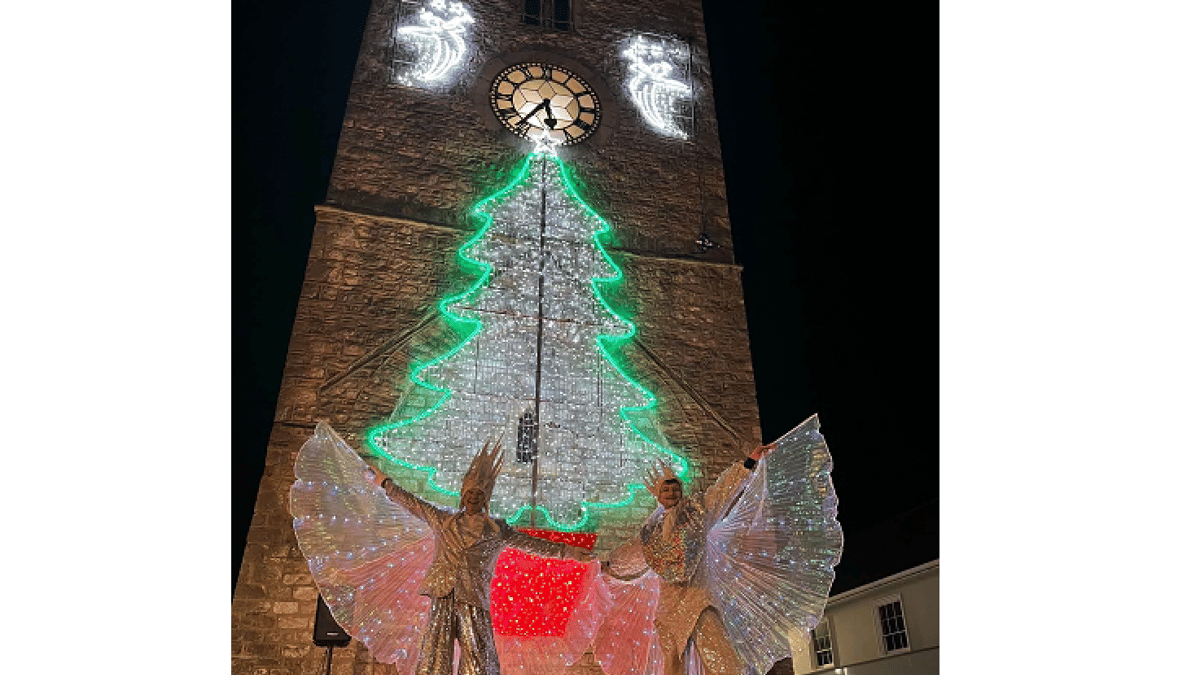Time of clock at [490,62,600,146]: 5:36
